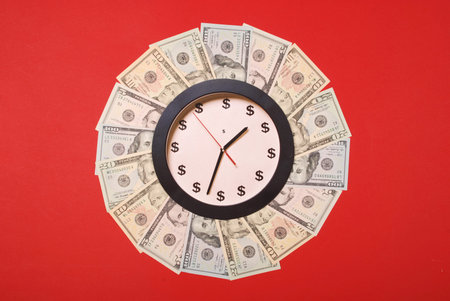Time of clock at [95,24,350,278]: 1:32
